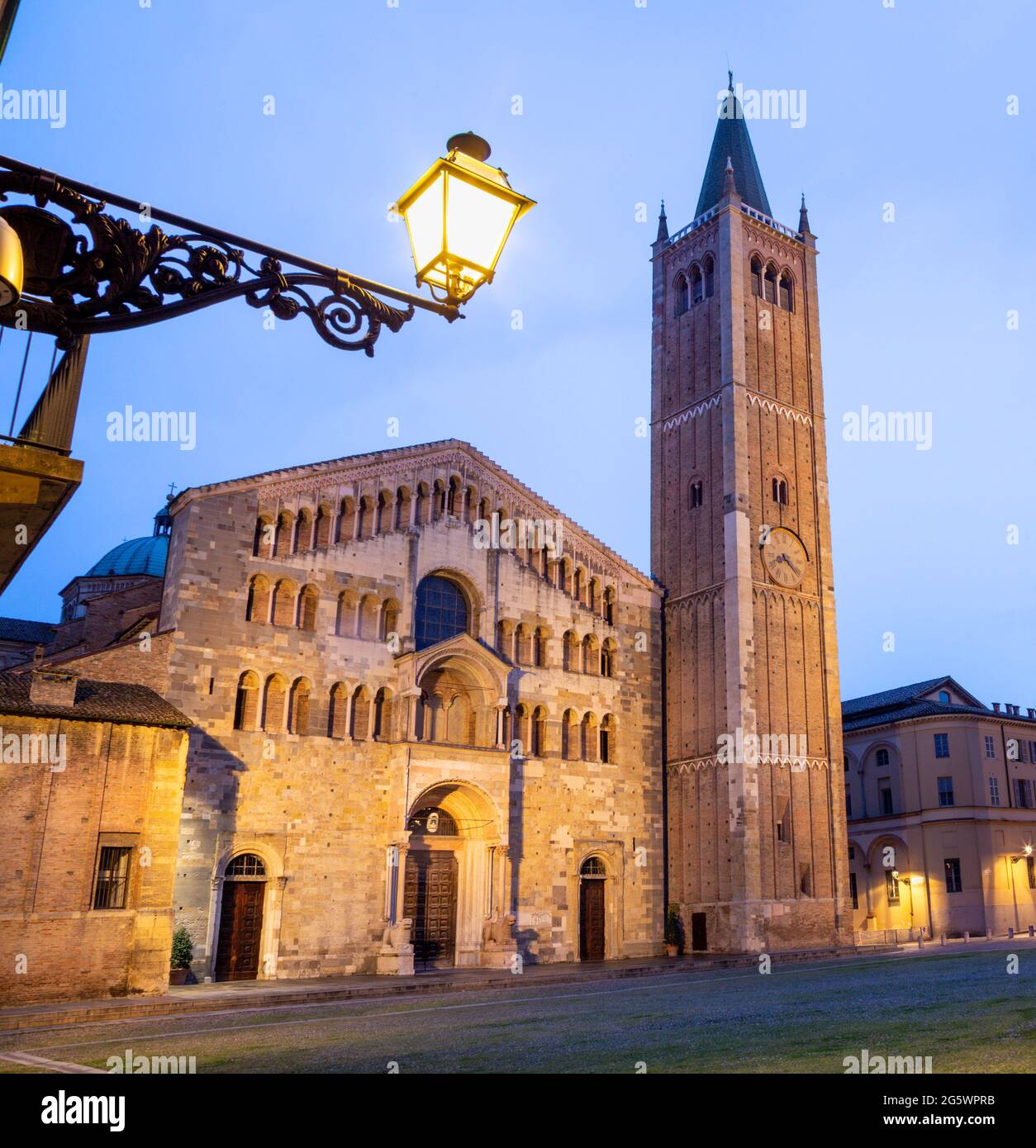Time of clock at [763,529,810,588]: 8:21
